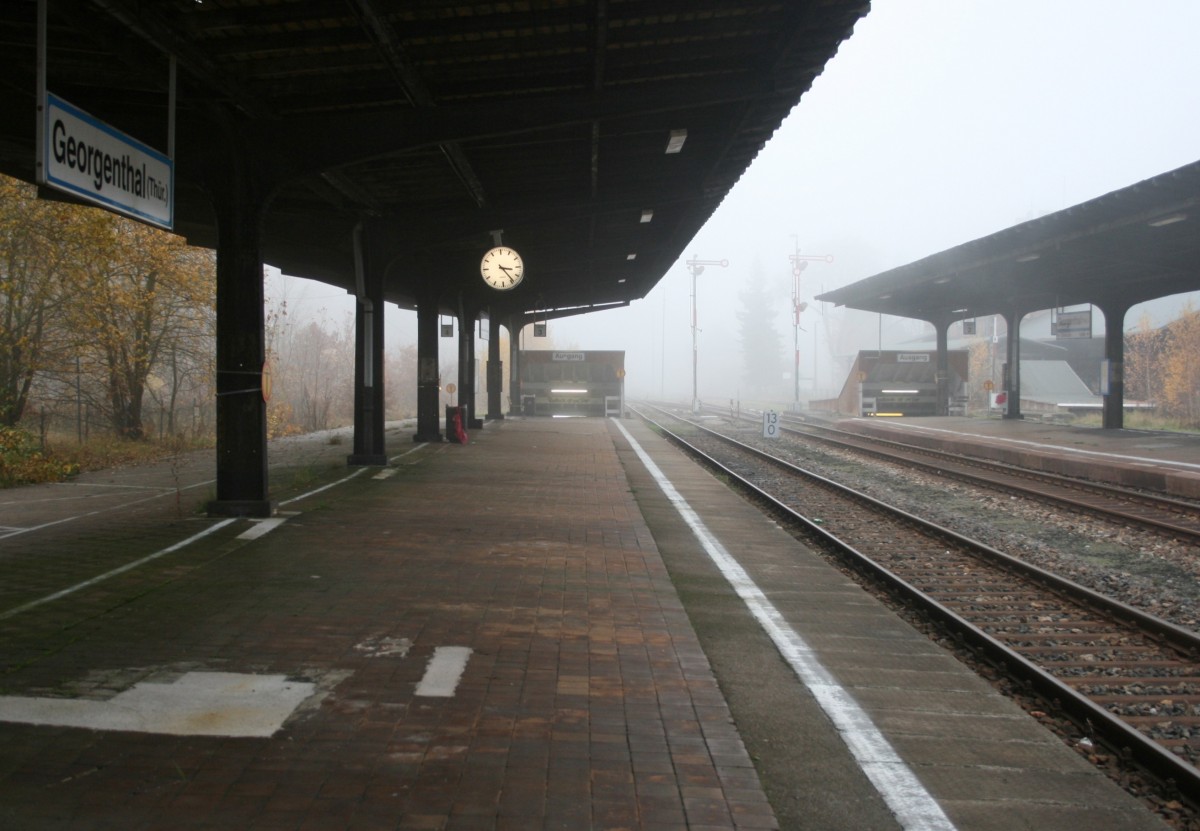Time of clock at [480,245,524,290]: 3:23
